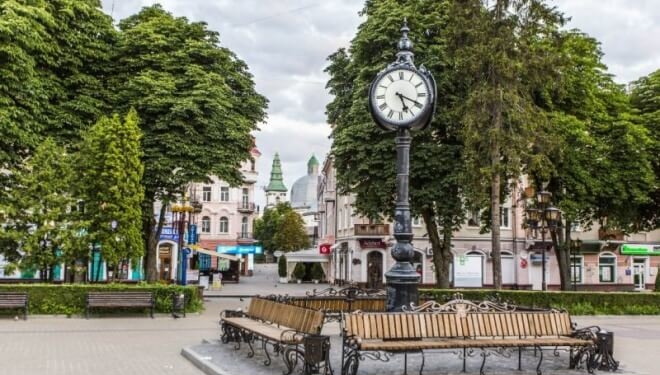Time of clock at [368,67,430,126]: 5:19
